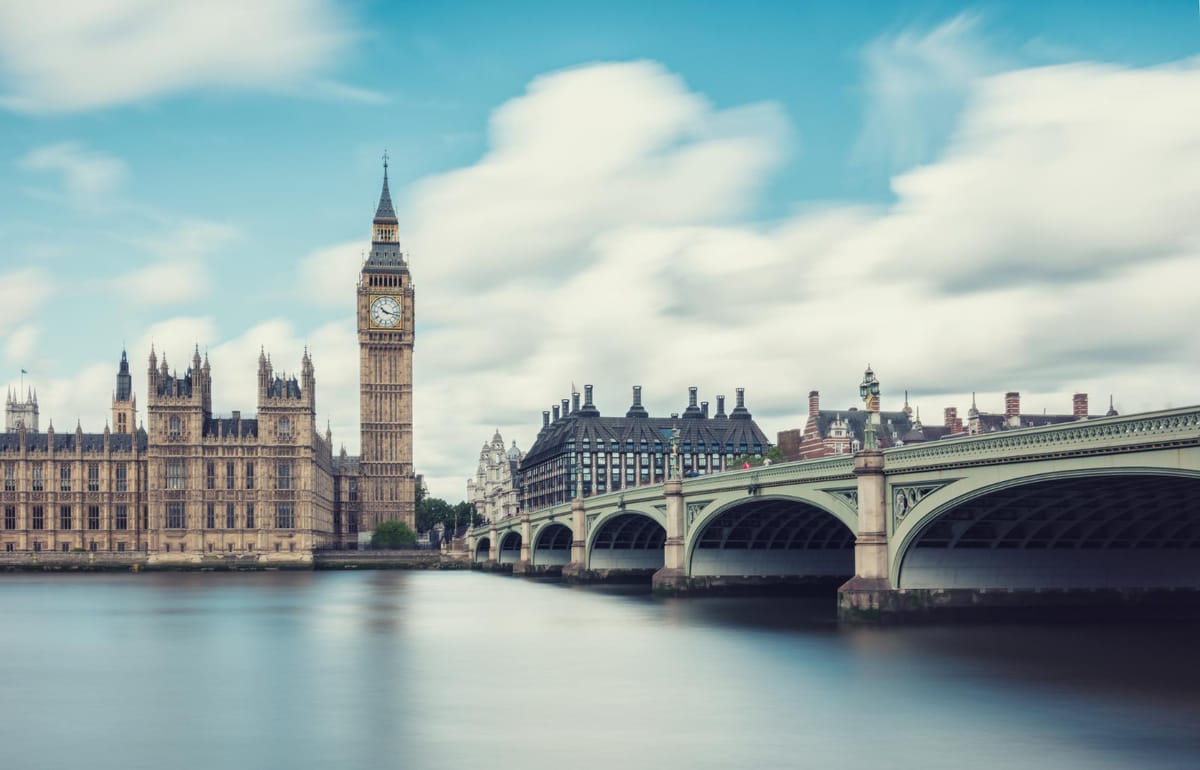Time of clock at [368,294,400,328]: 10:17
